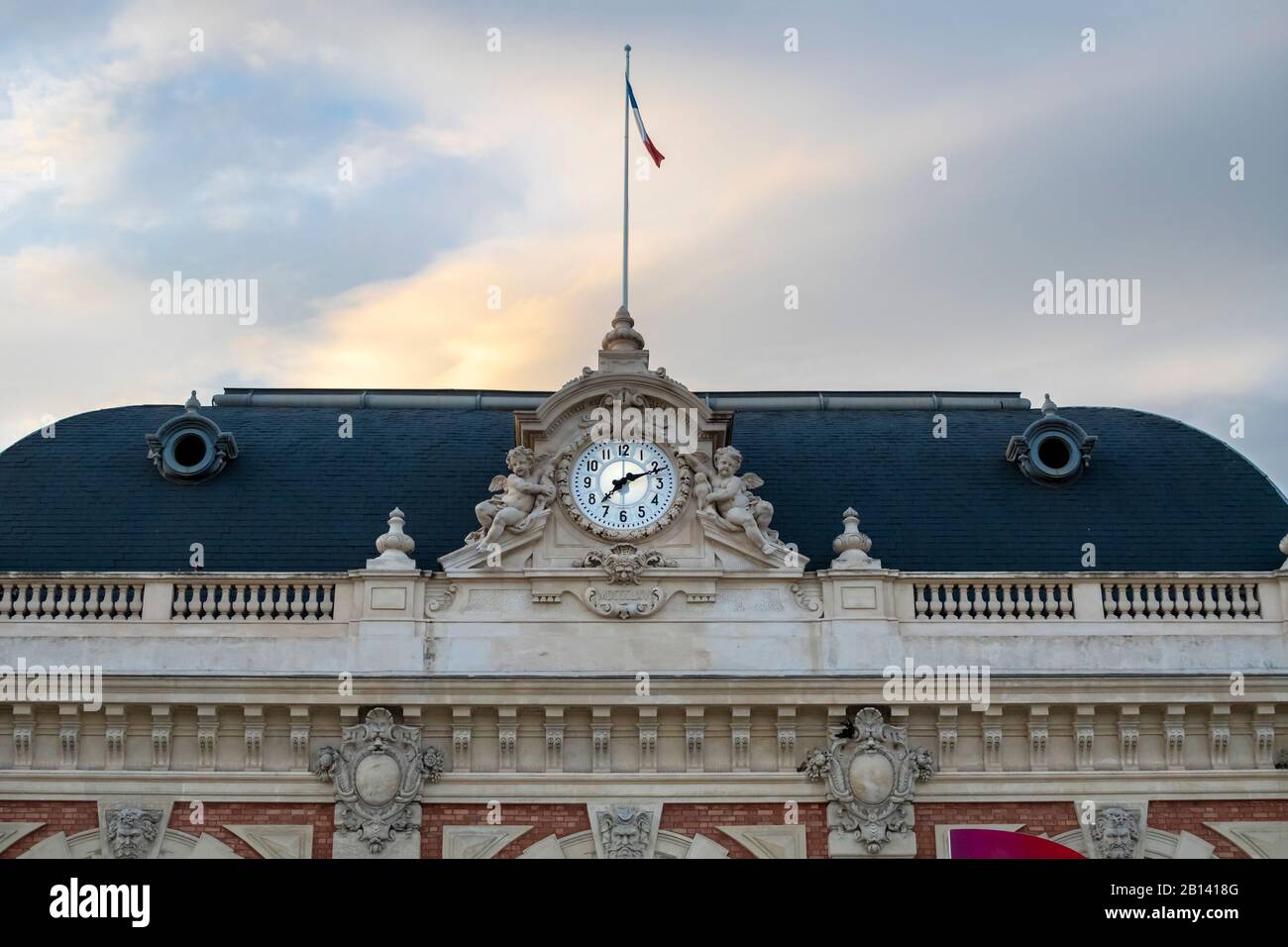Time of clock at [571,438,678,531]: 7:11
